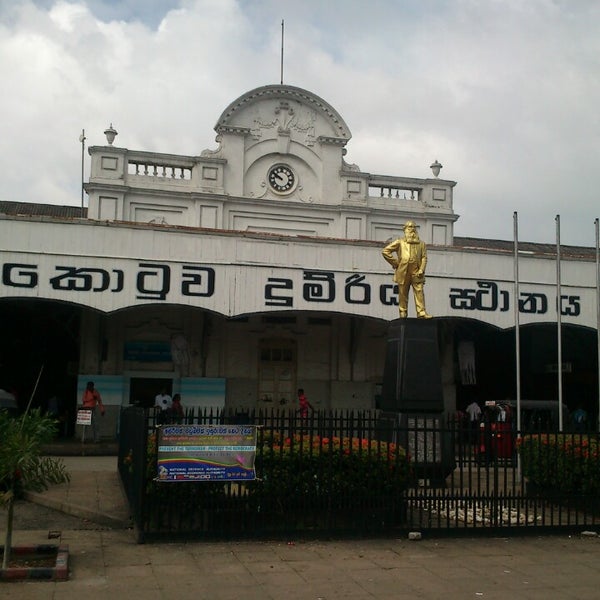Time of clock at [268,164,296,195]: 9:50
